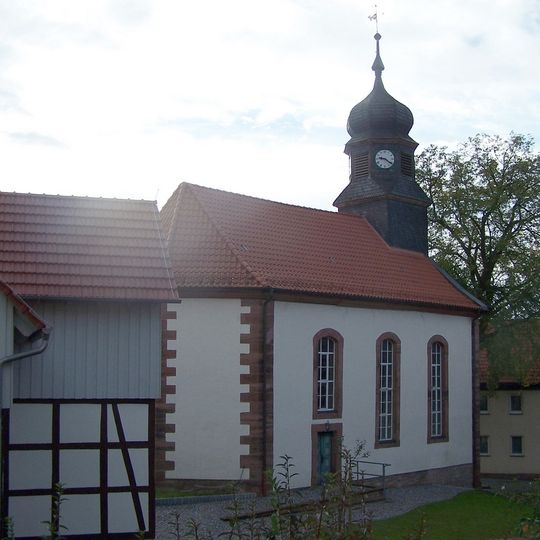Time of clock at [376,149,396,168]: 9:21
